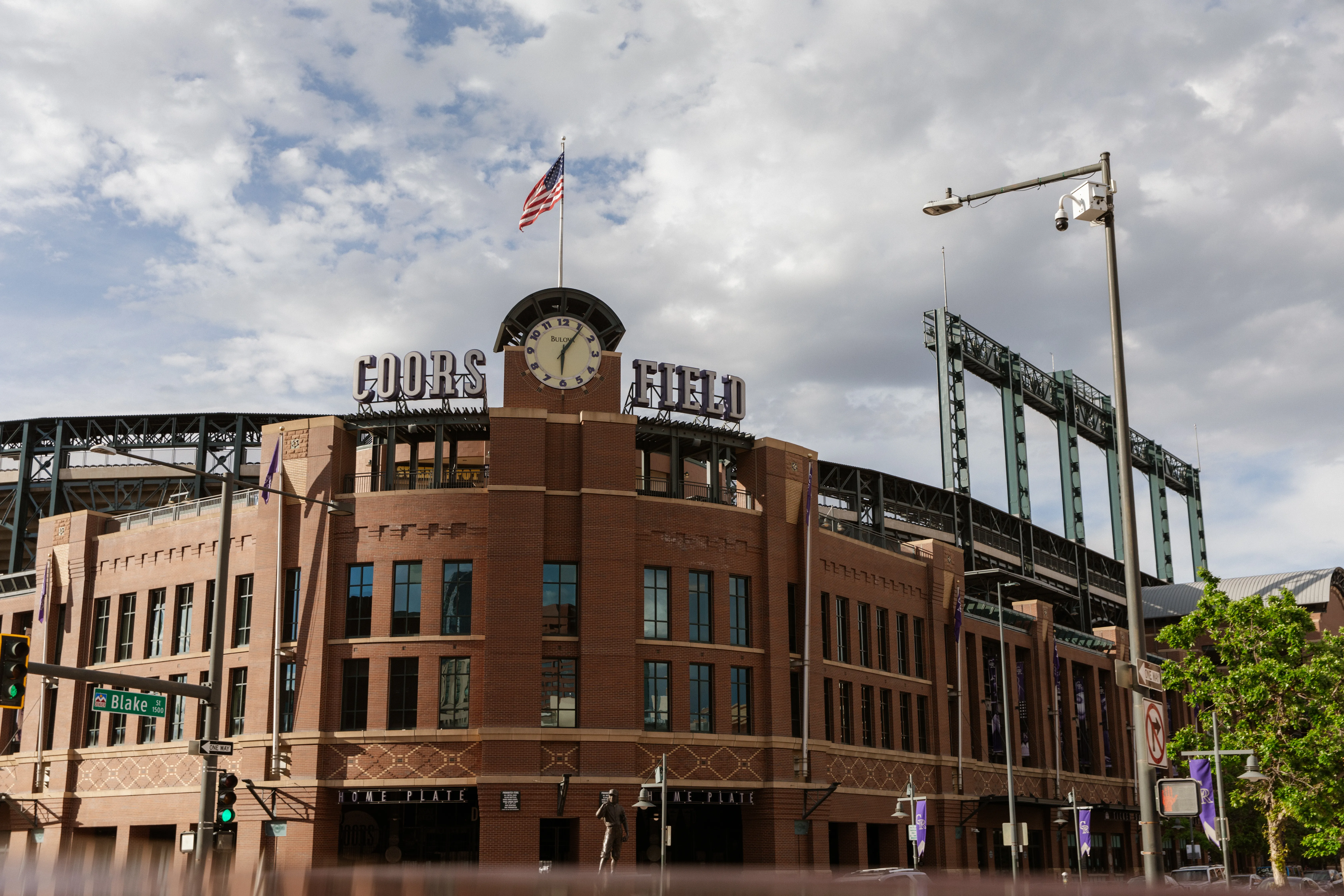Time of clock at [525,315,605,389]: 6:06
